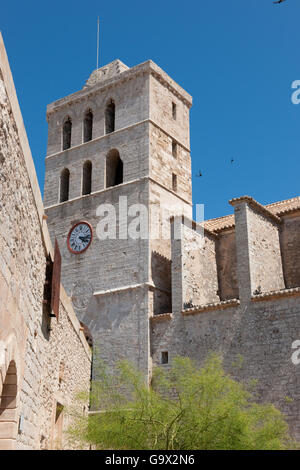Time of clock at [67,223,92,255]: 4:16
